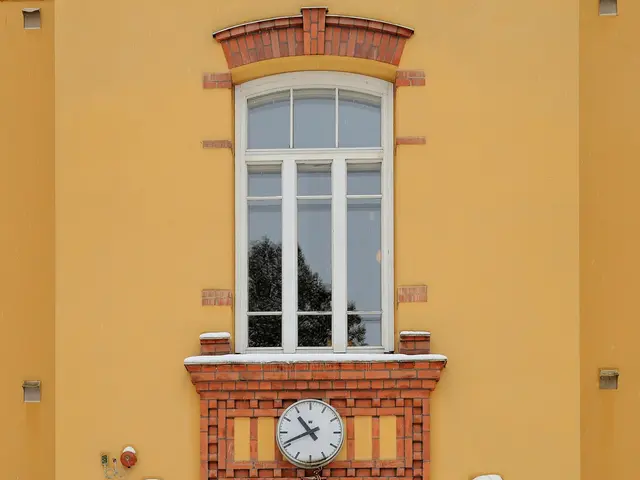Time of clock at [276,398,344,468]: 10:41
